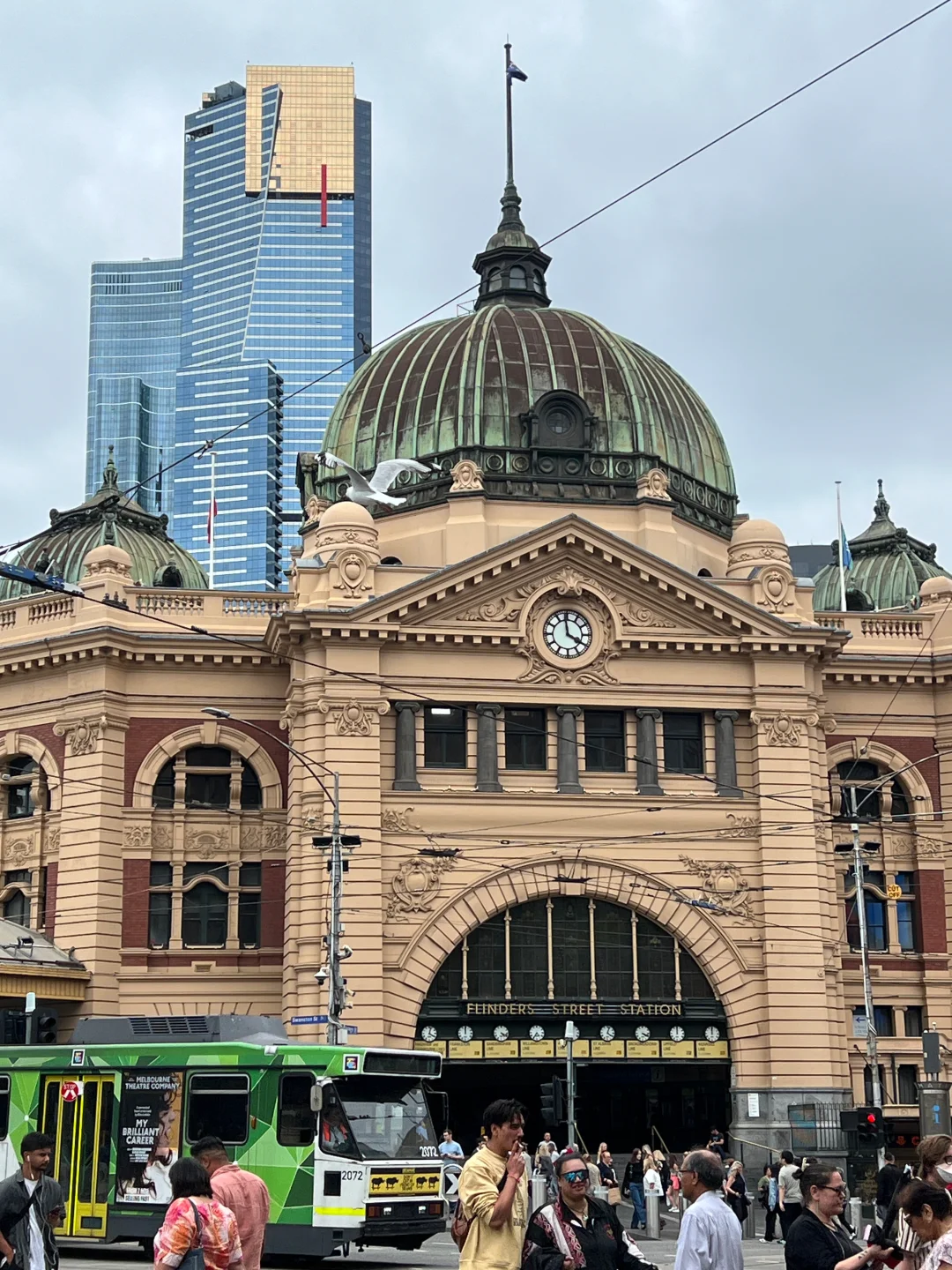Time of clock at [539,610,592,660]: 3:58
